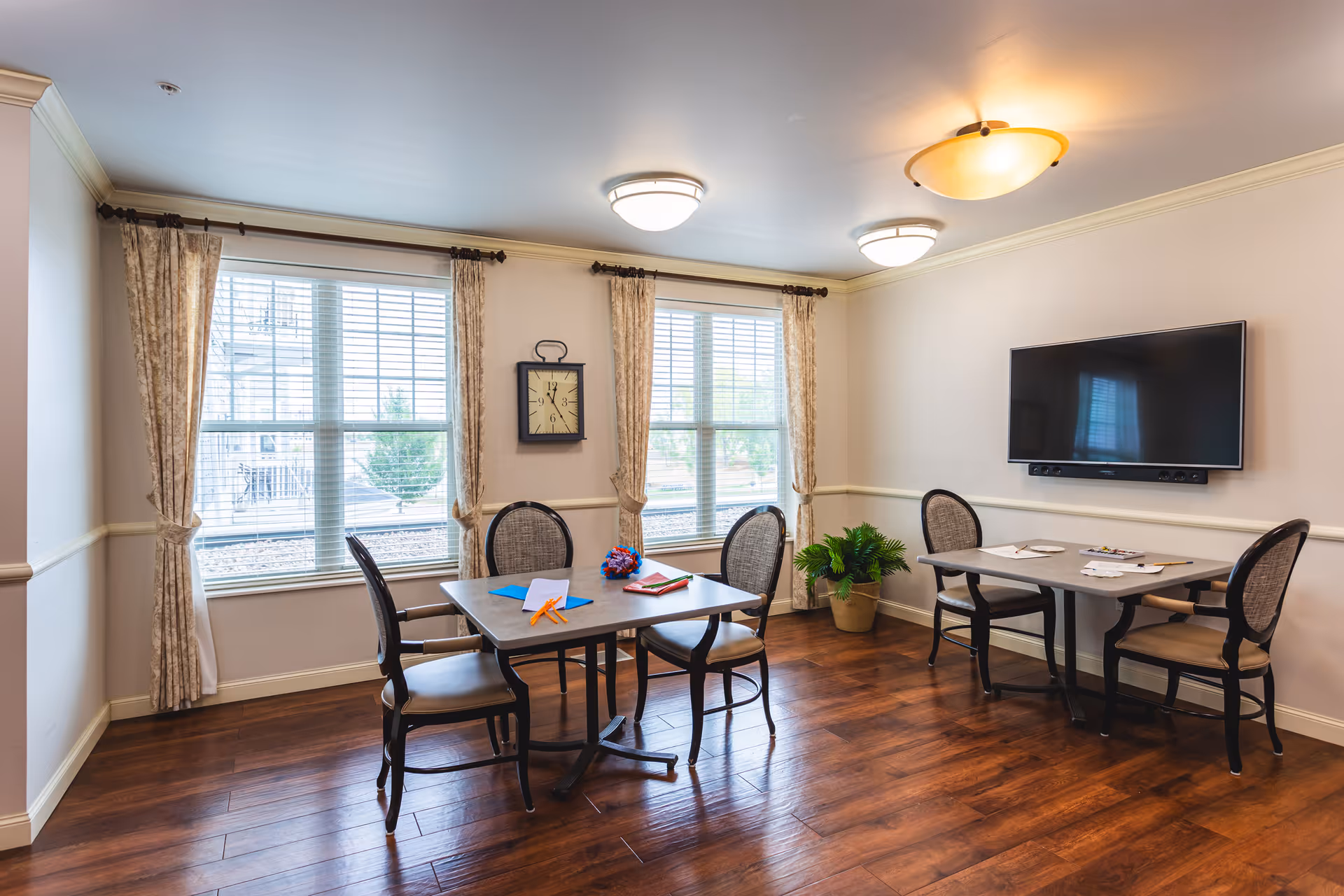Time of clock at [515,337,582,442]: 12:23
